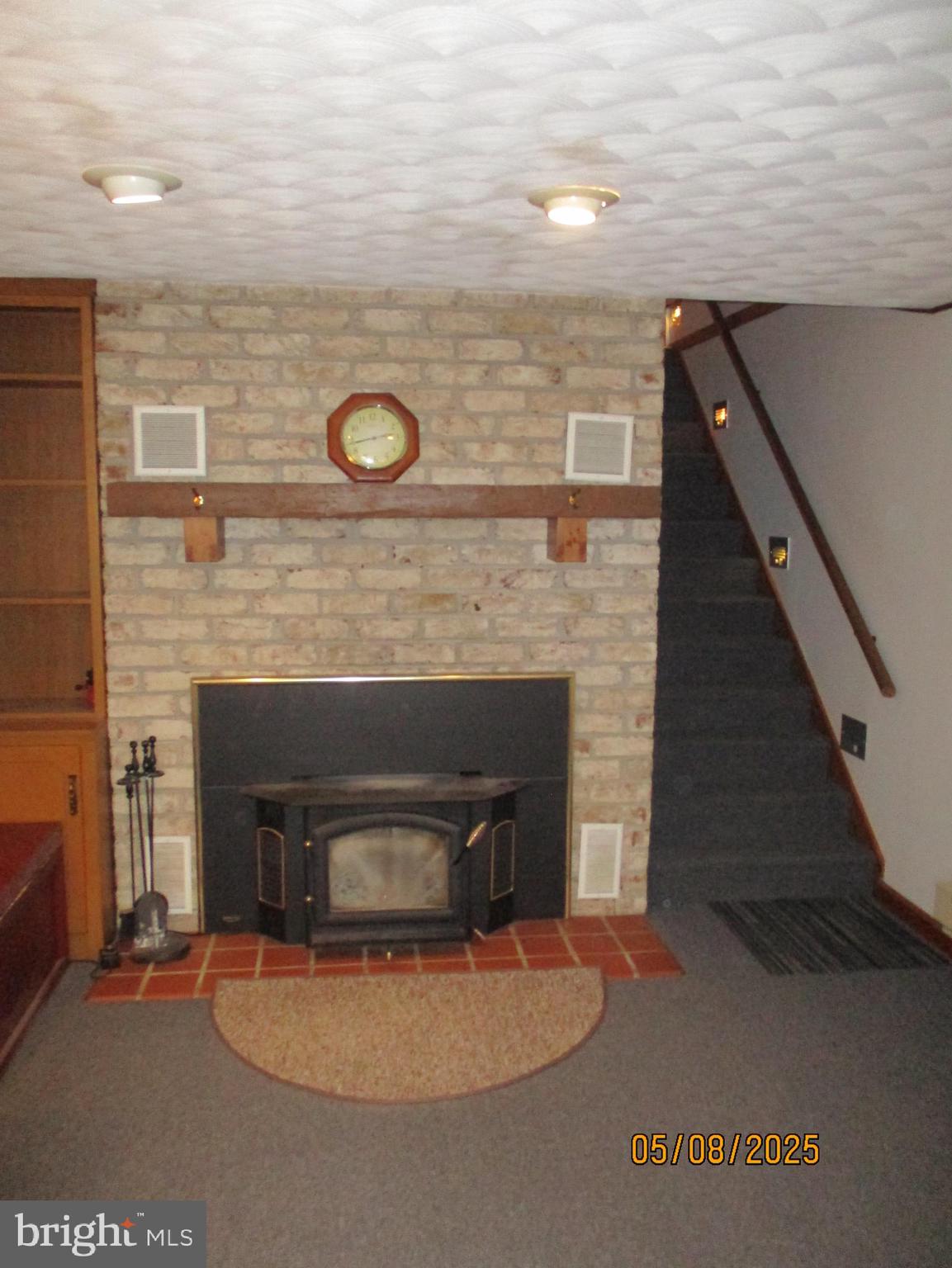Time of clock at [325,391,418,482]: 2:42
